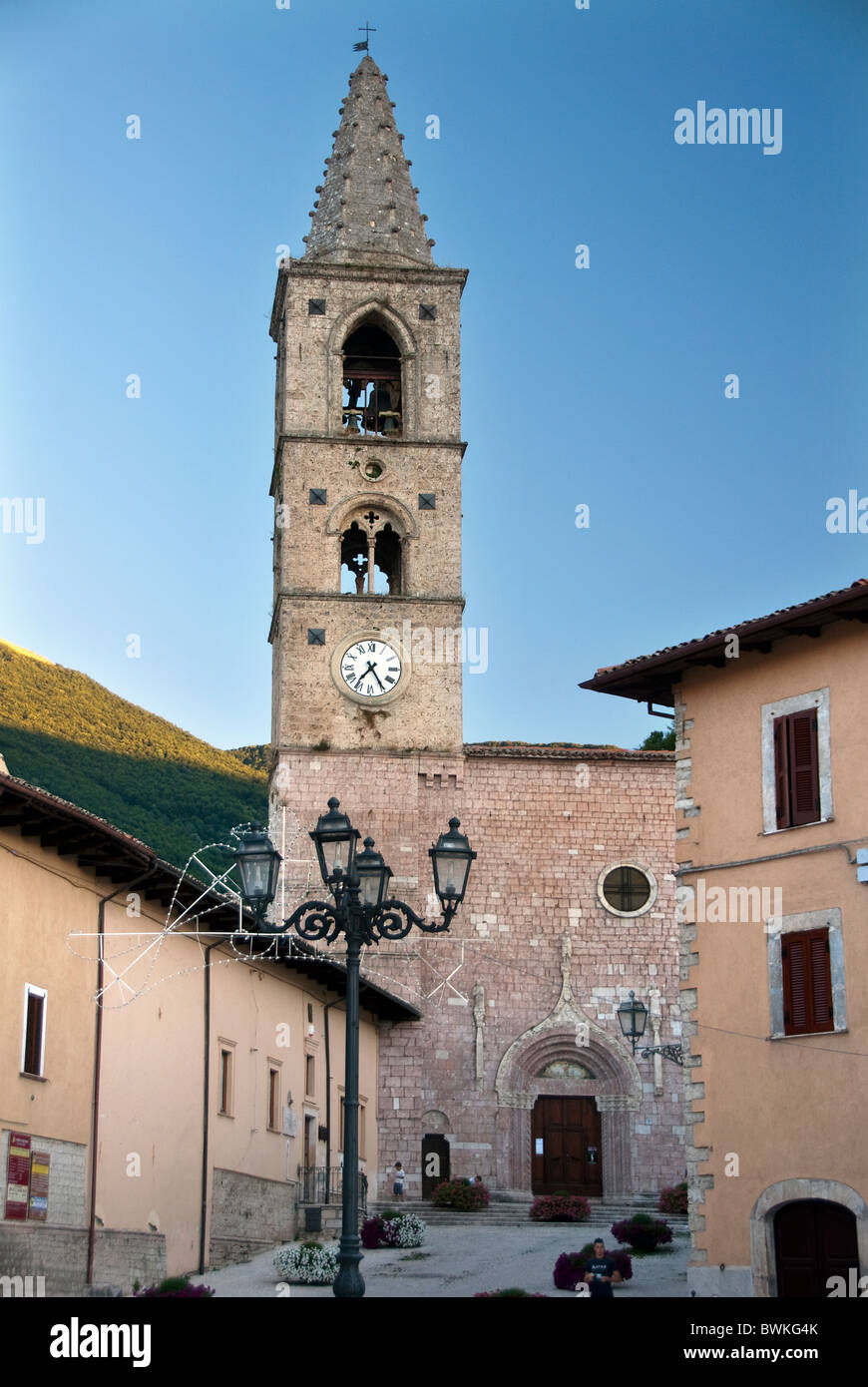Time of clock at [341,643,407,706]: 7:24
